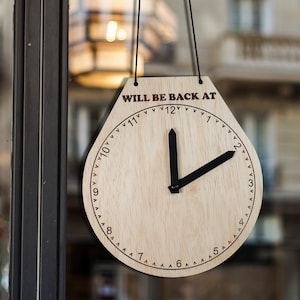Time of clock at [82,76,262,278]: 12:10
